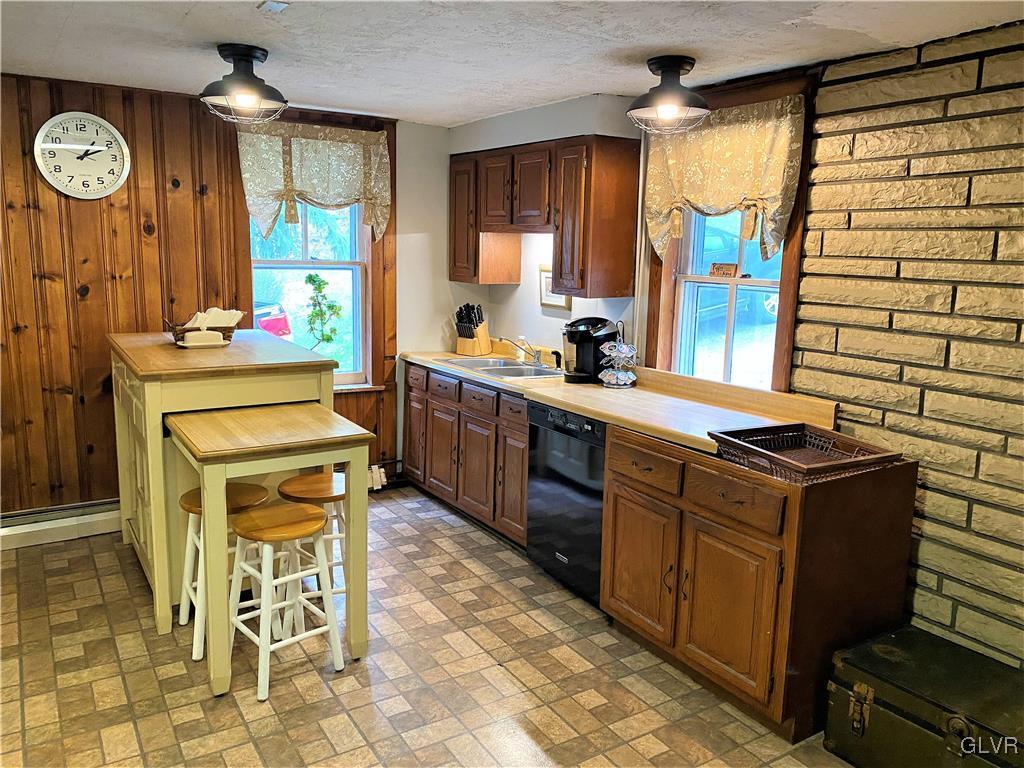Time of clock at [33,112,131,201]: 1:11
